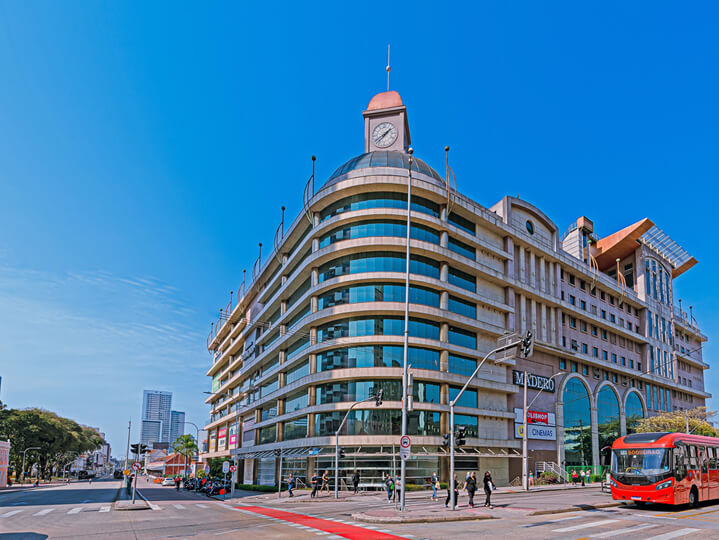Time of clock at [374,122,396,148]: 1:37
